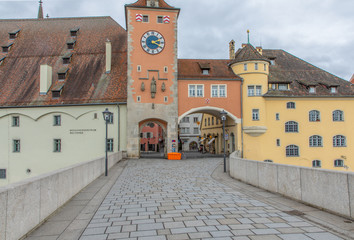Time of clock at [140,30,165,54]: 2:19
